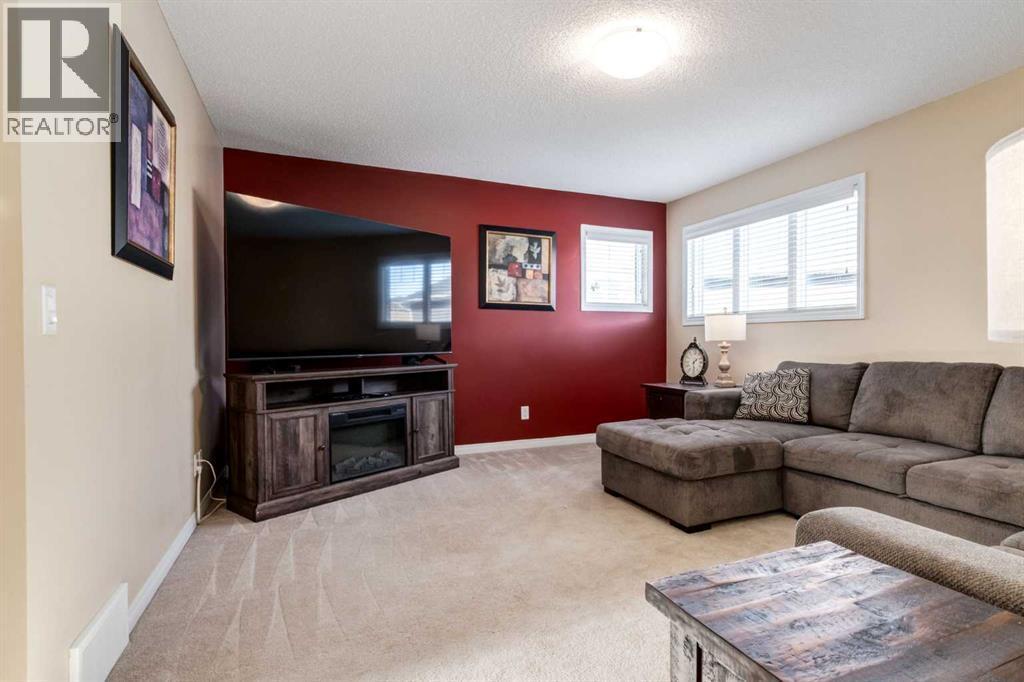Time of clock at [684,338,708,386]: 1:28
